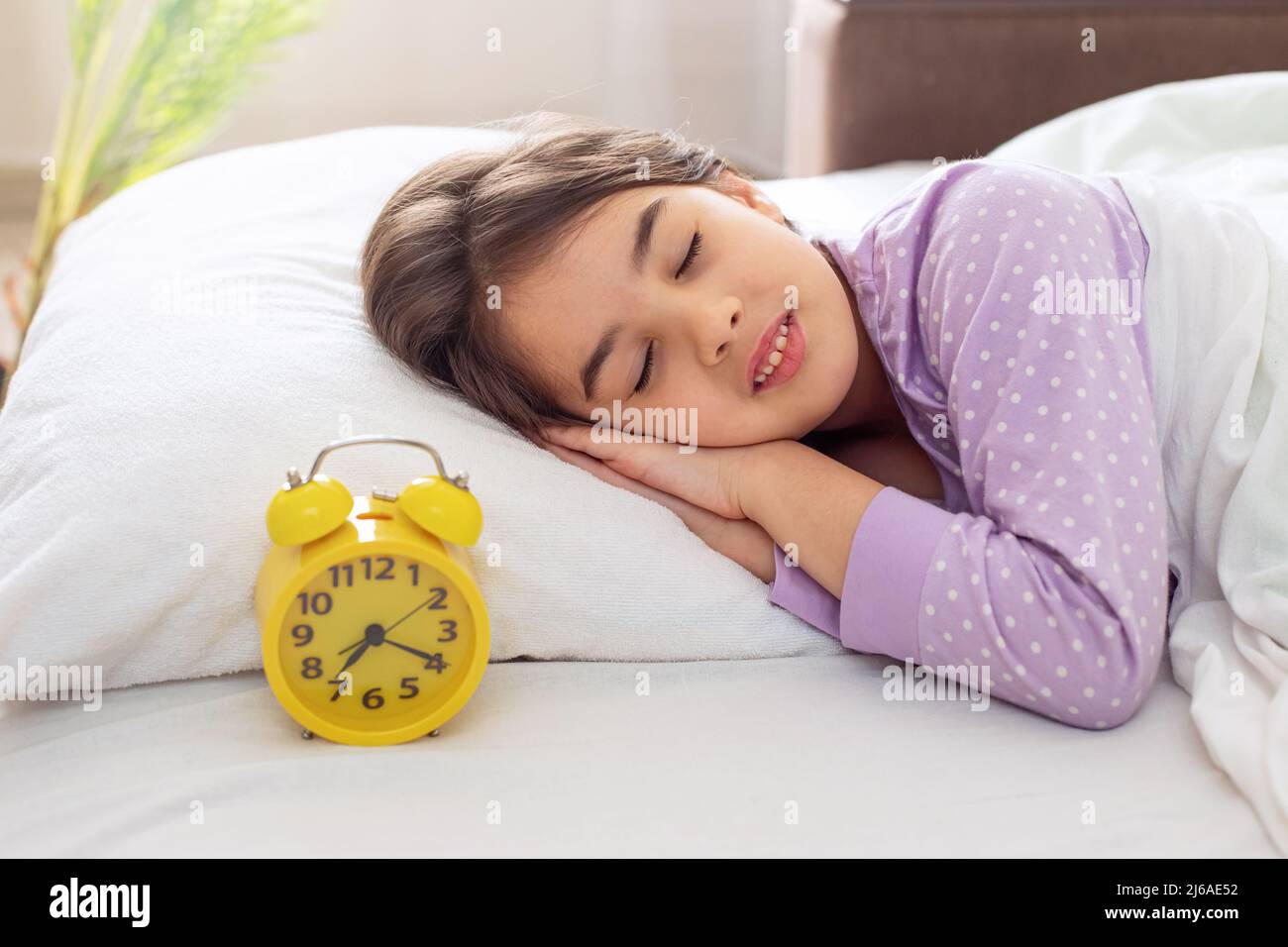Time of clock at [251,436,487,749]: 7:19
